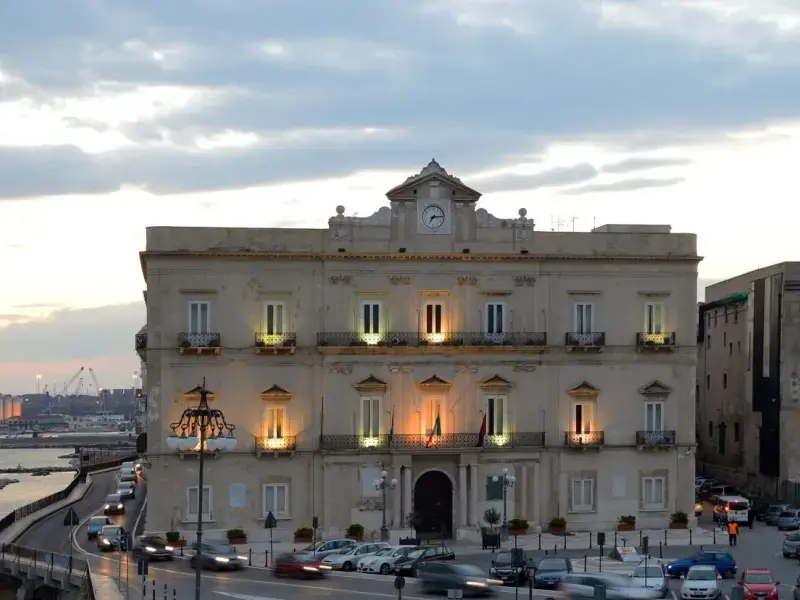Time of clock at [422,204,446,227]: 7:13
